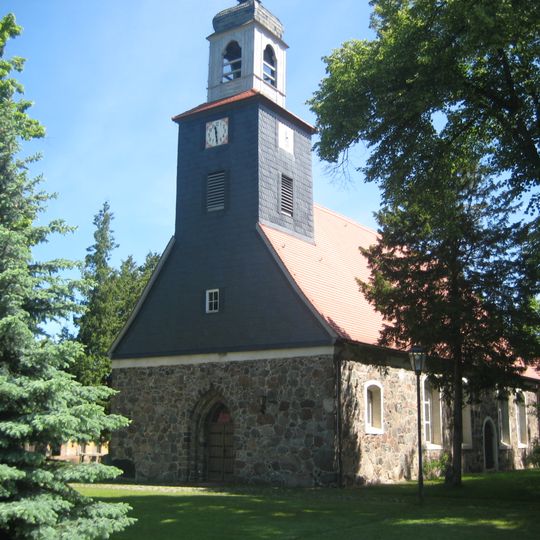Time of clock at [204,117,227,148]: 11:28
